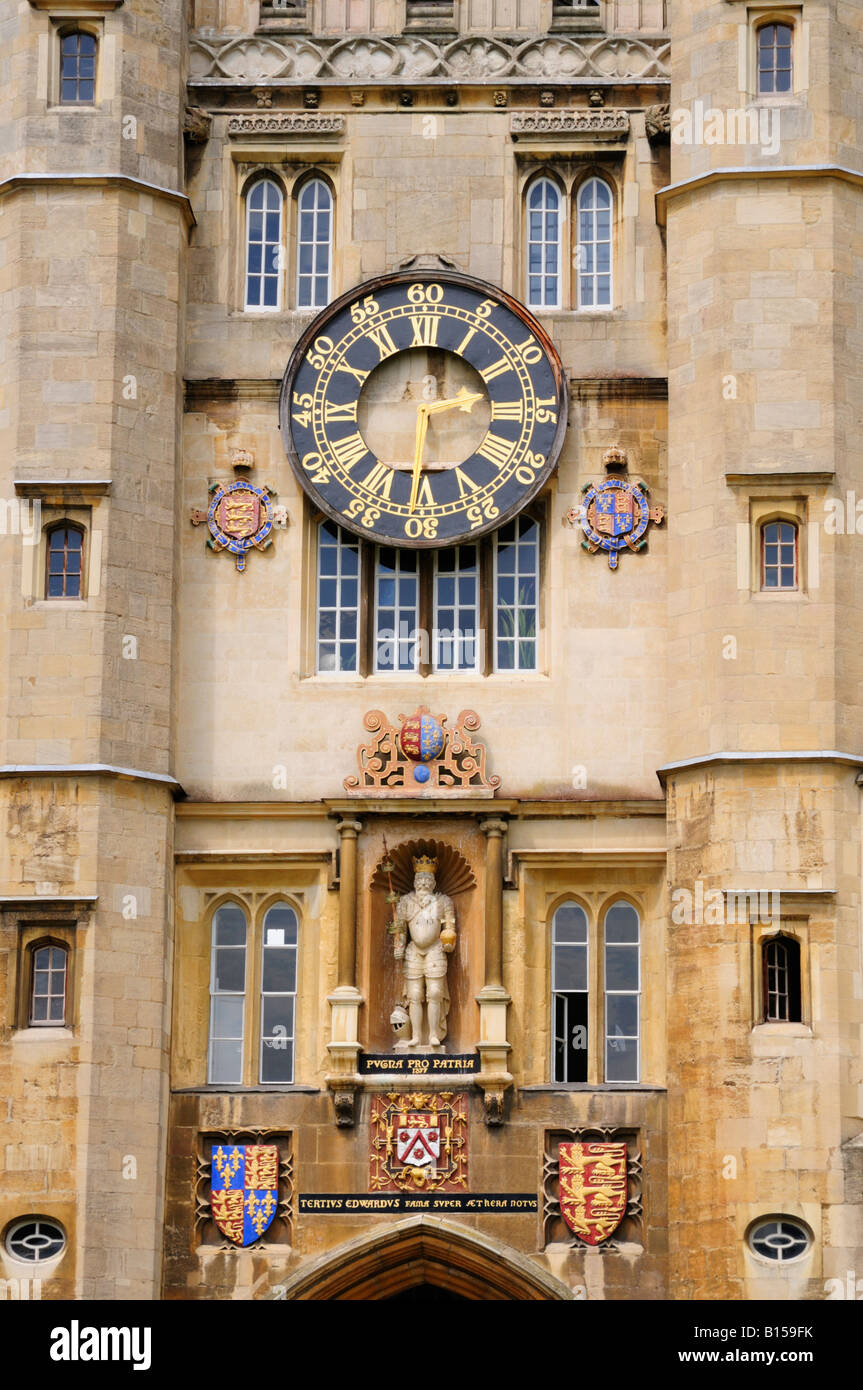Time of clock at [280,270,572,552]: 2:30
